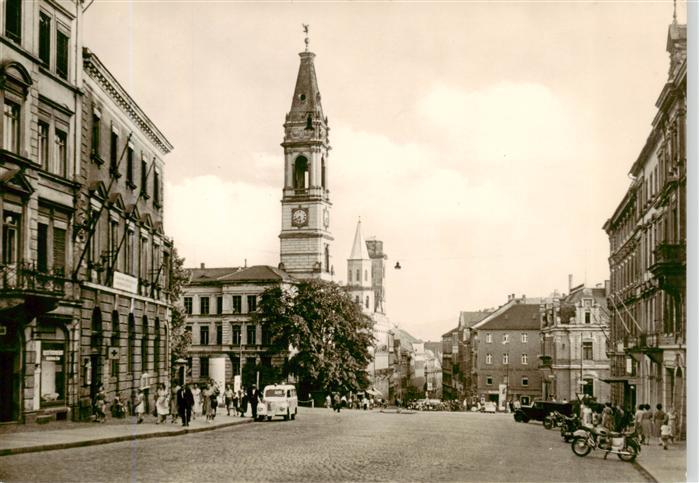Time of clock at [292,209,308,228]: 5:40
